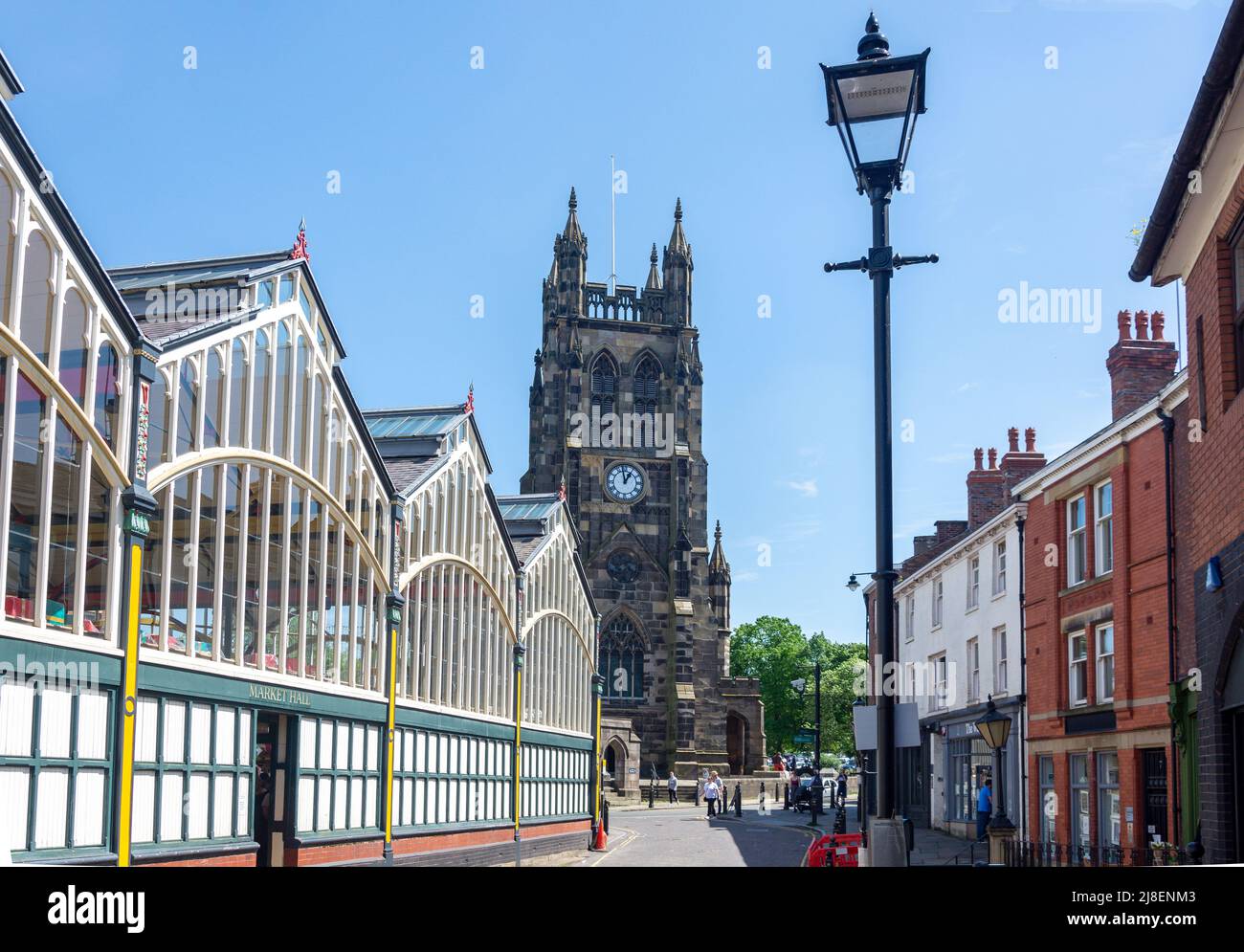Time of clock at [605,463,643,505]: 12:58
